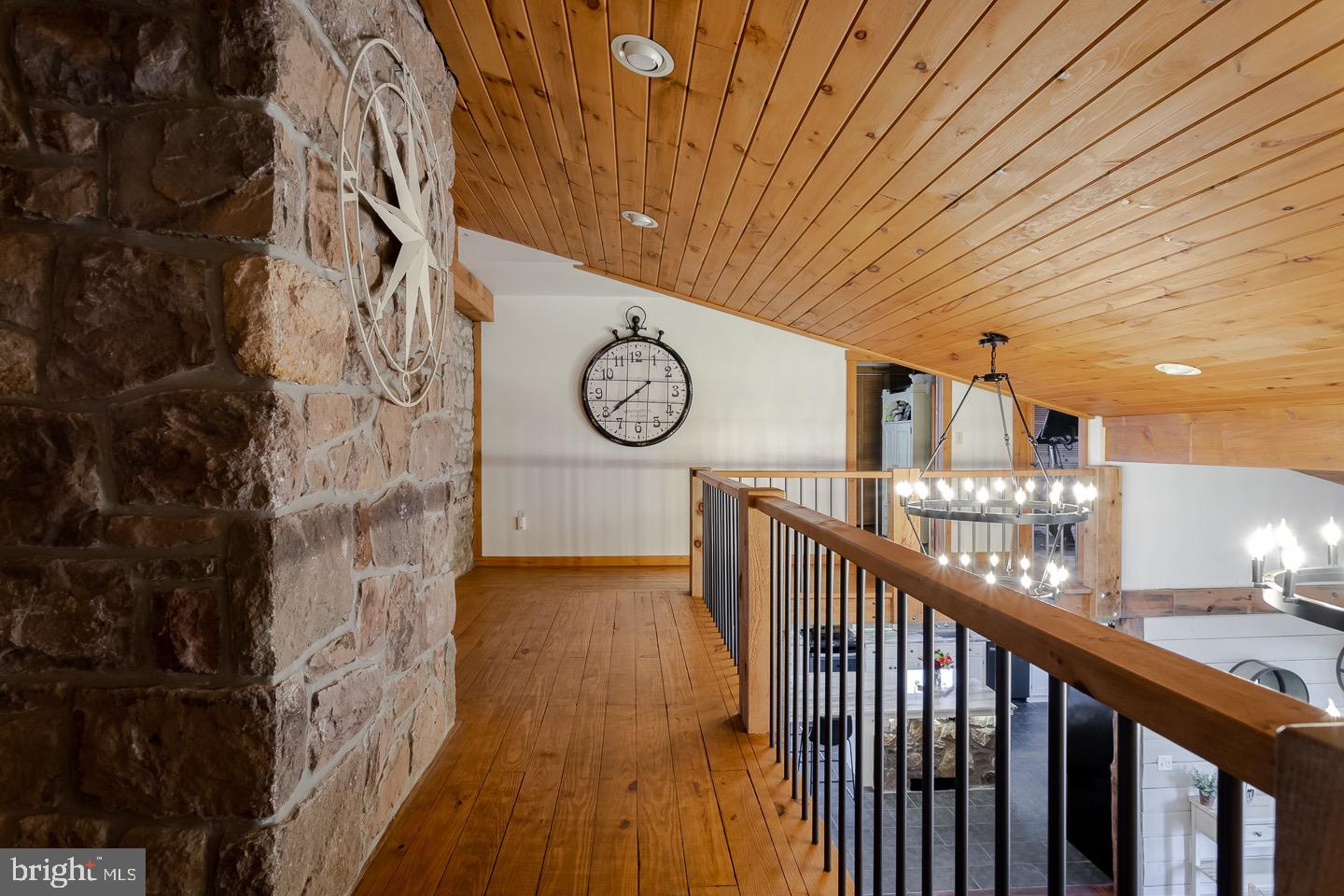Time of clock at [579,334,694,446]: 7:39
